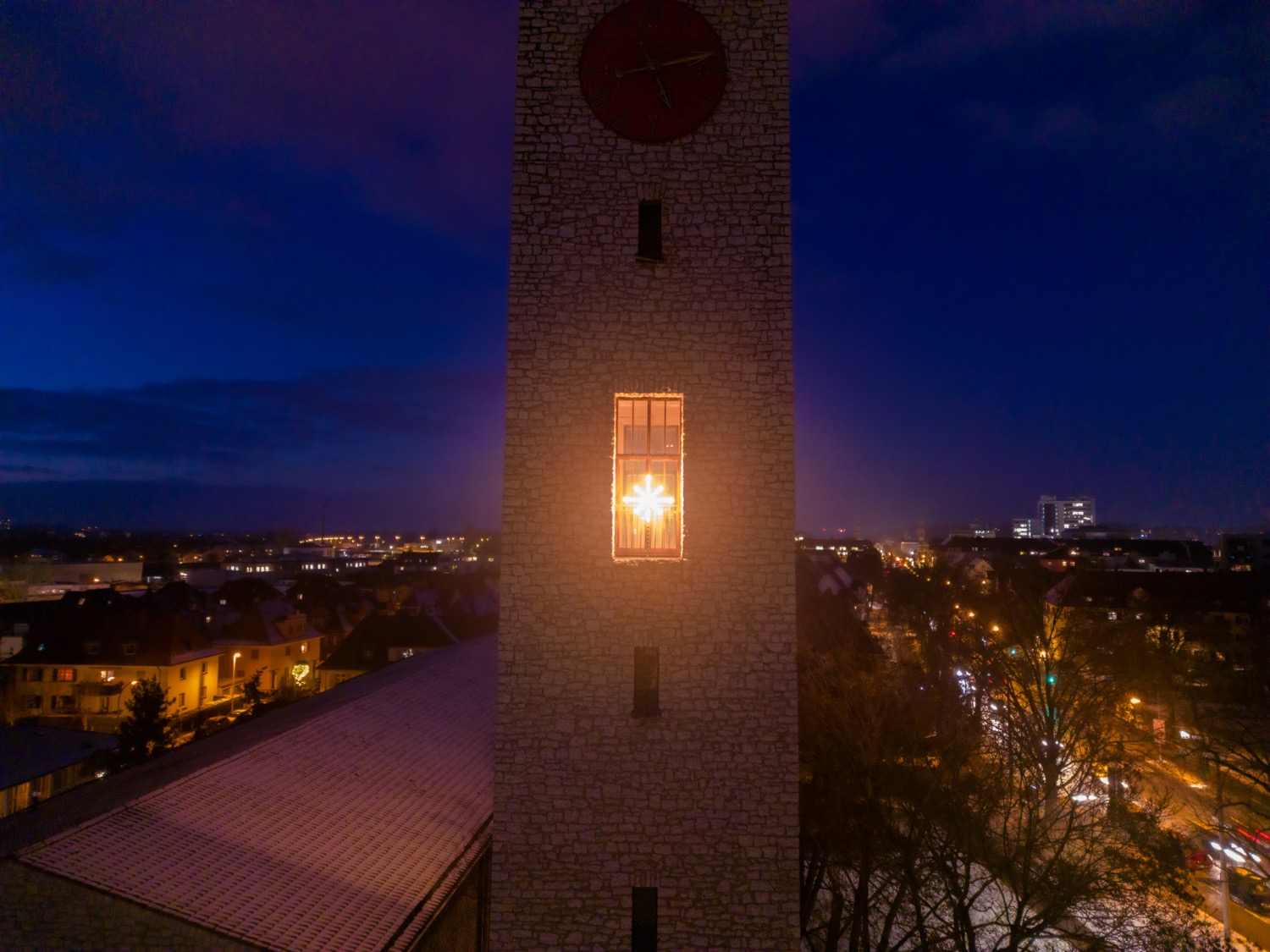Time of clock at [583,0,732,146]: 5:12
